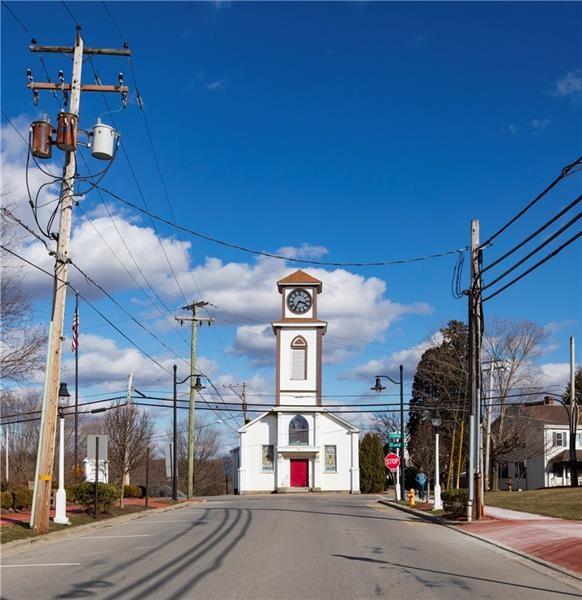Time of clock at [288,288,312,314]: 3:35
